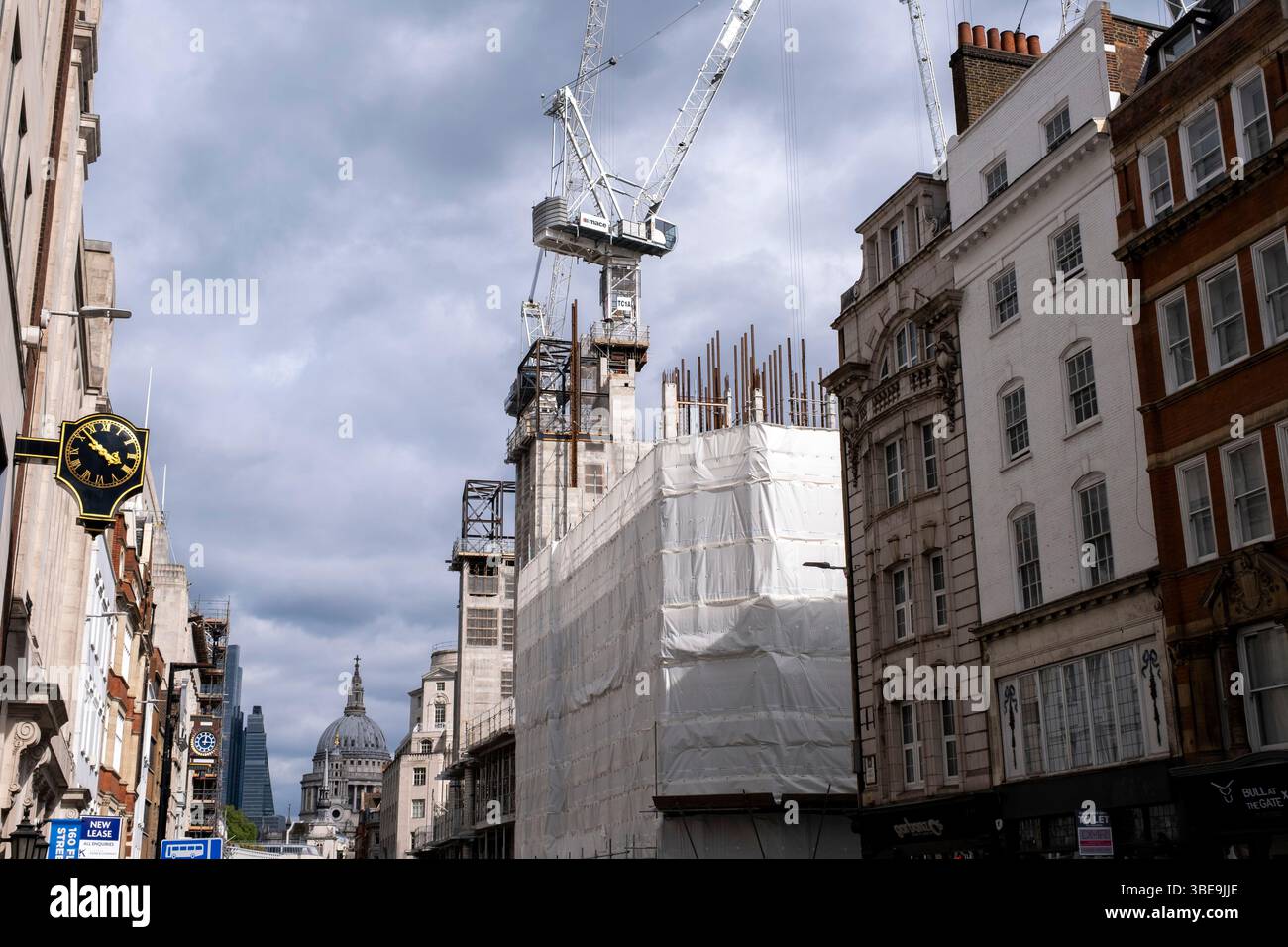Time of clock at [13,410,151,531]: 3:52
